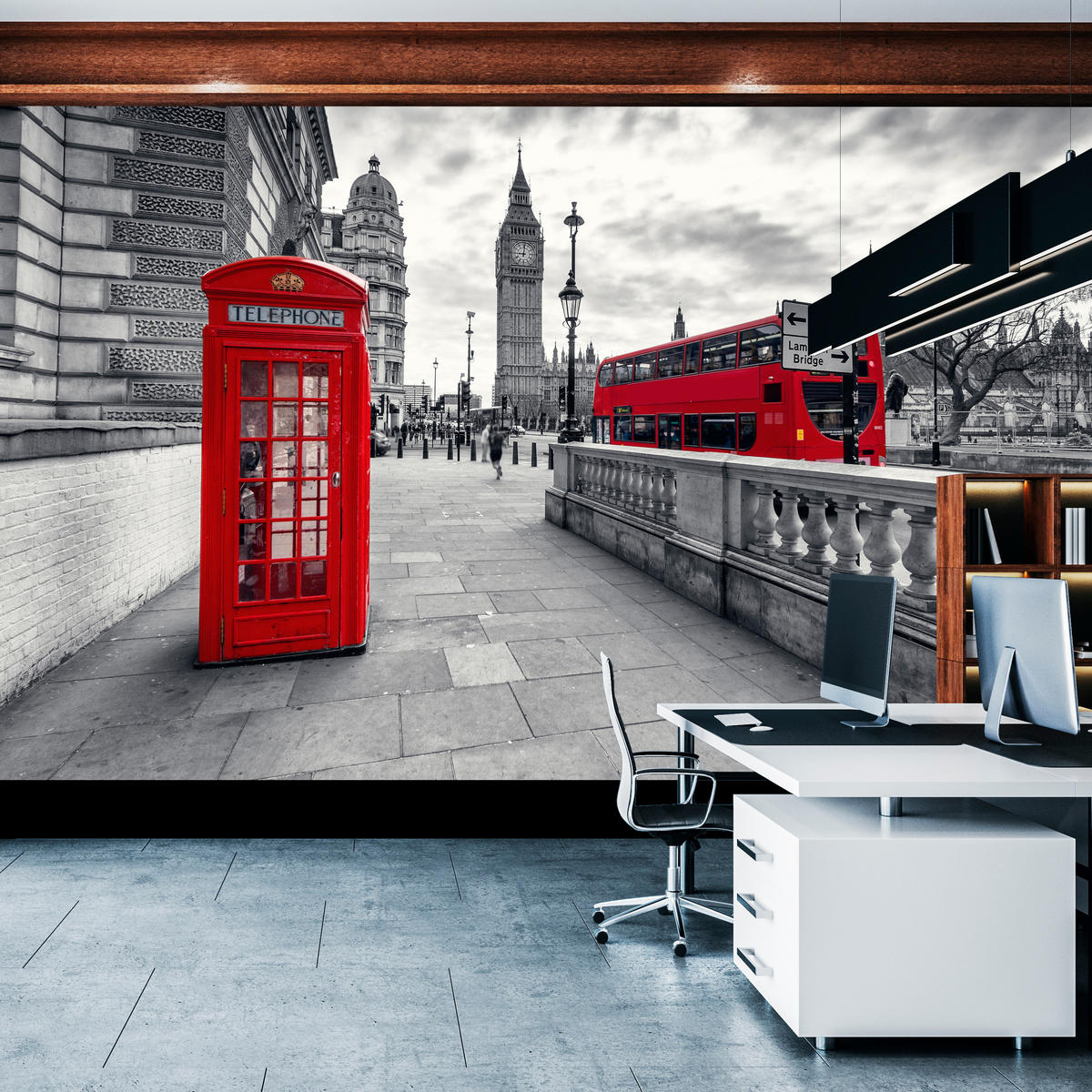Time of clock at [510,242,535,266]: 9:01
